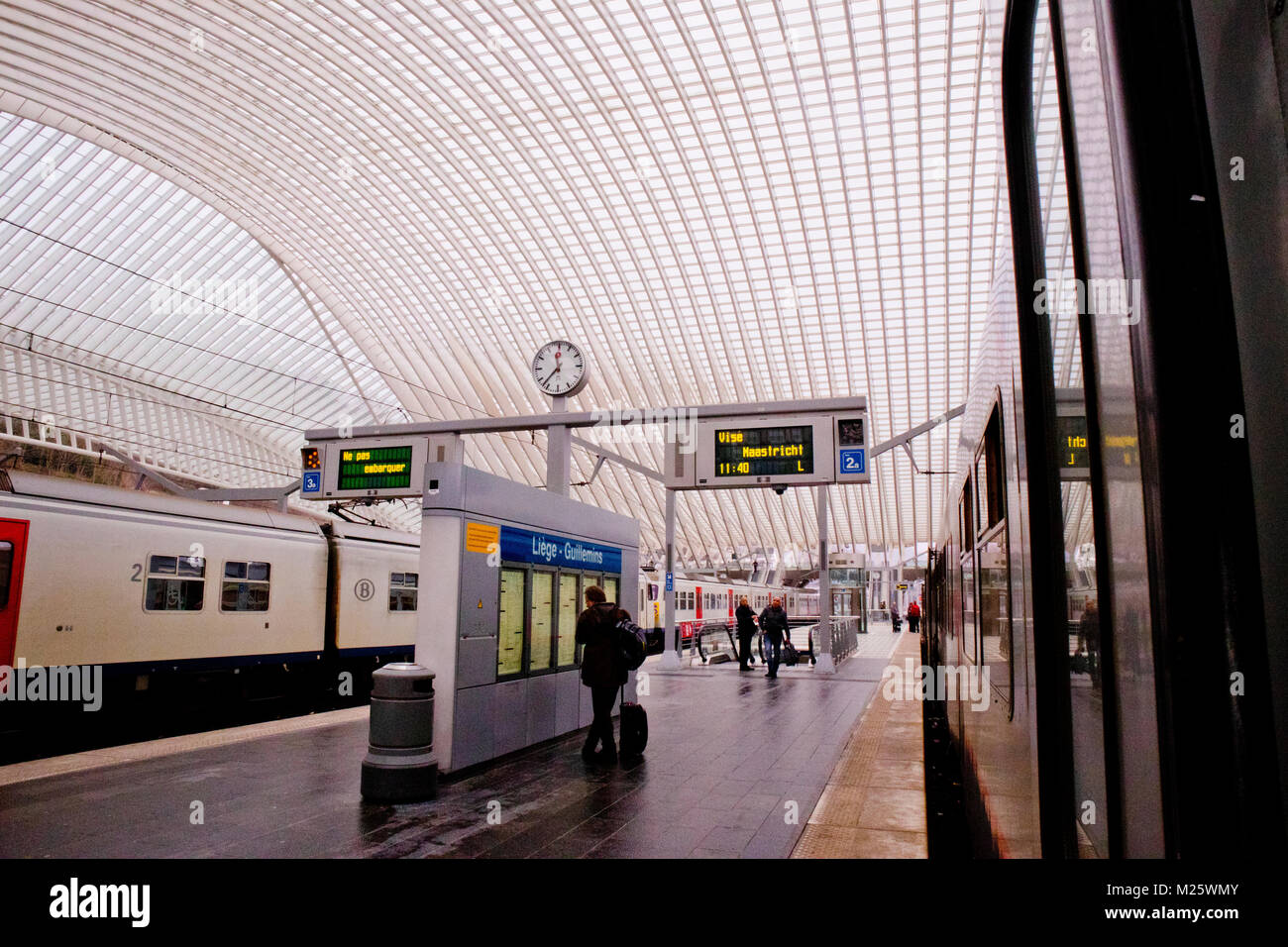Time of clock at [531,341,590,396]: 11:37
